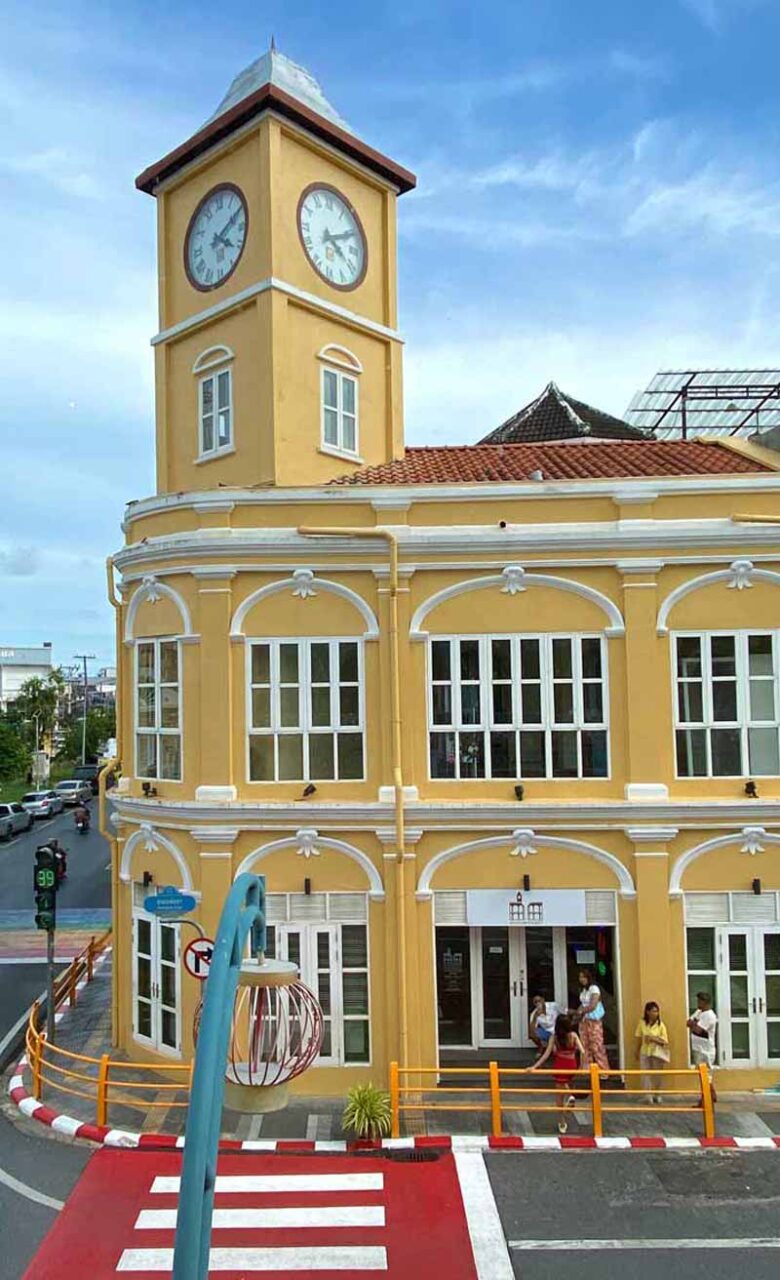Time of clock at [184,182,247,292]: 4:10
